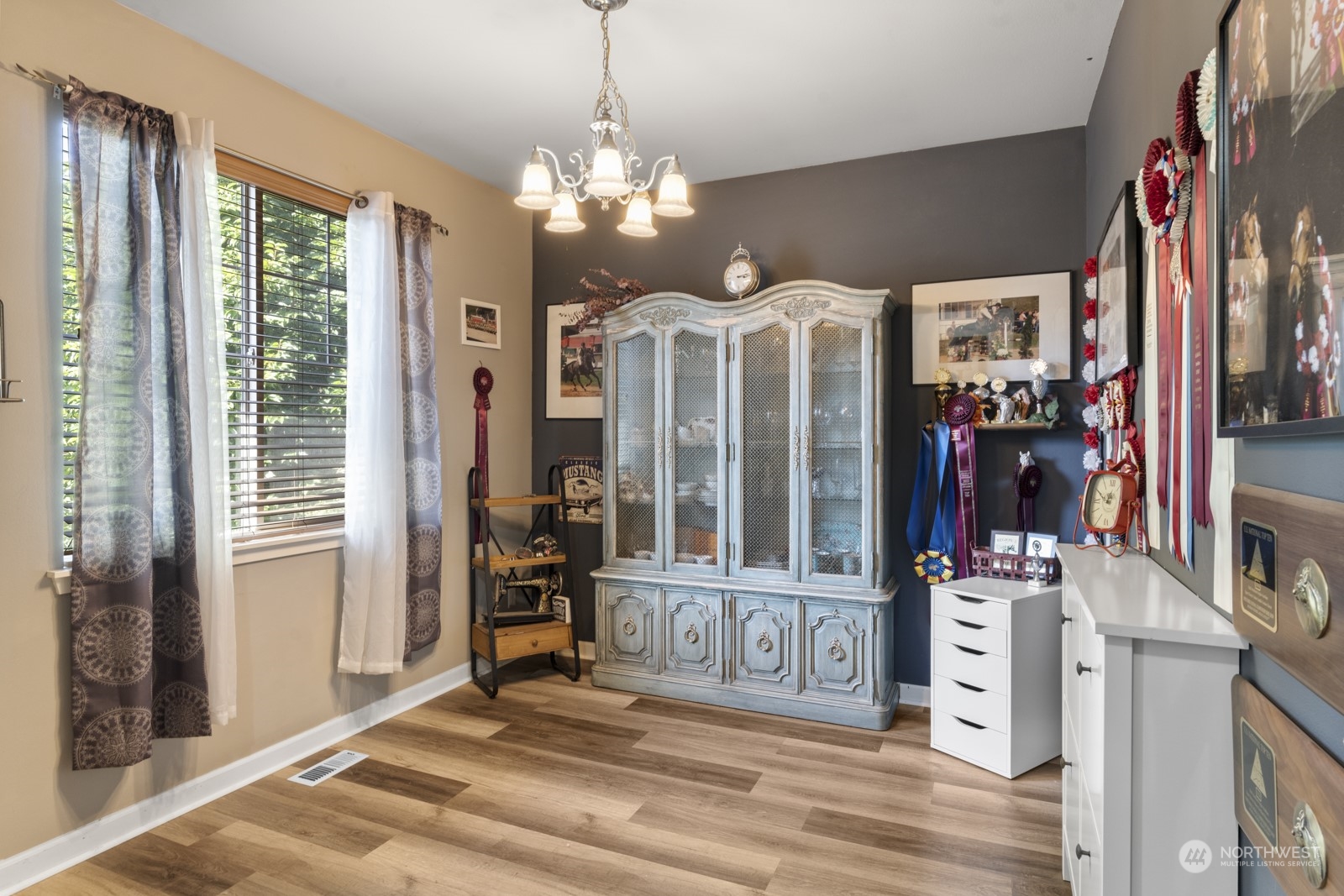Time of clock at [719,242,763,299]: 3:13
